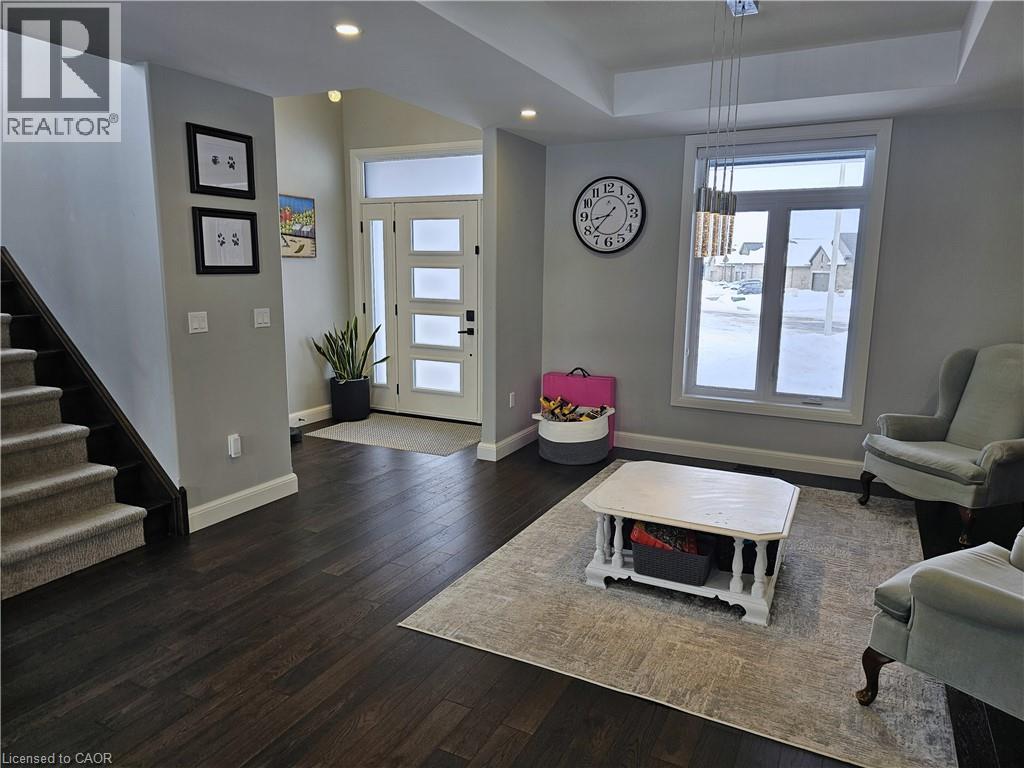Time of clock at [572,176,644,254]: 8:37
